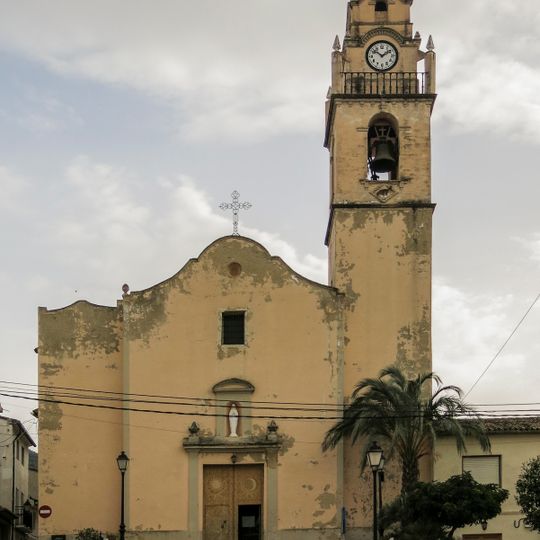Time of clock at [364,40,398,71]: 1:51
